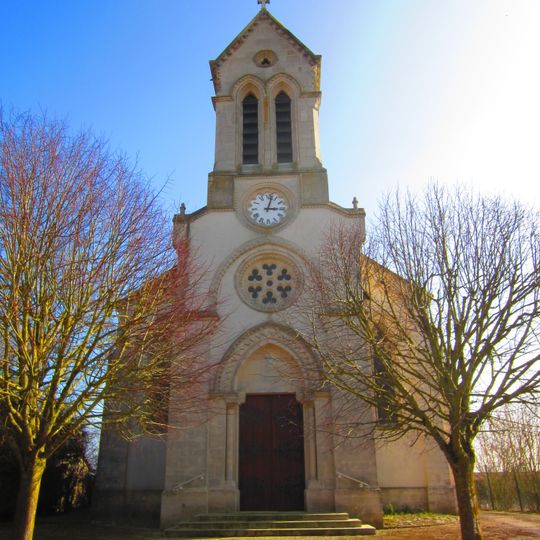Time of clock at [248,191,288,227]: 3:02
